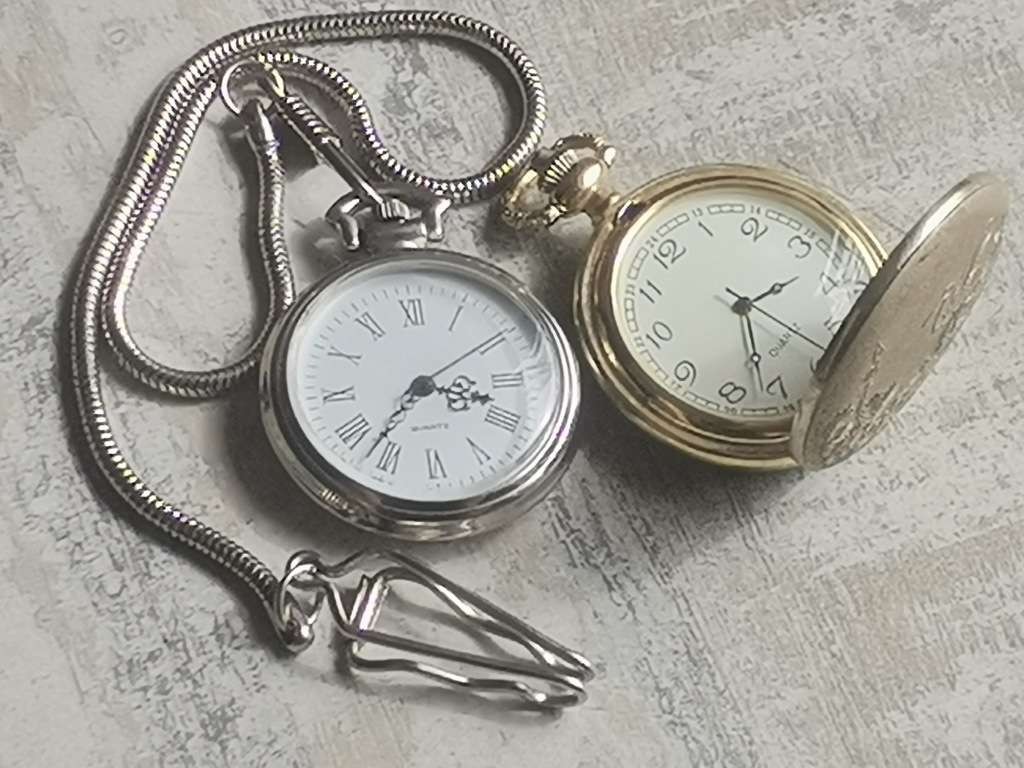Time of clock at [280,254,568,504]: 3:37
